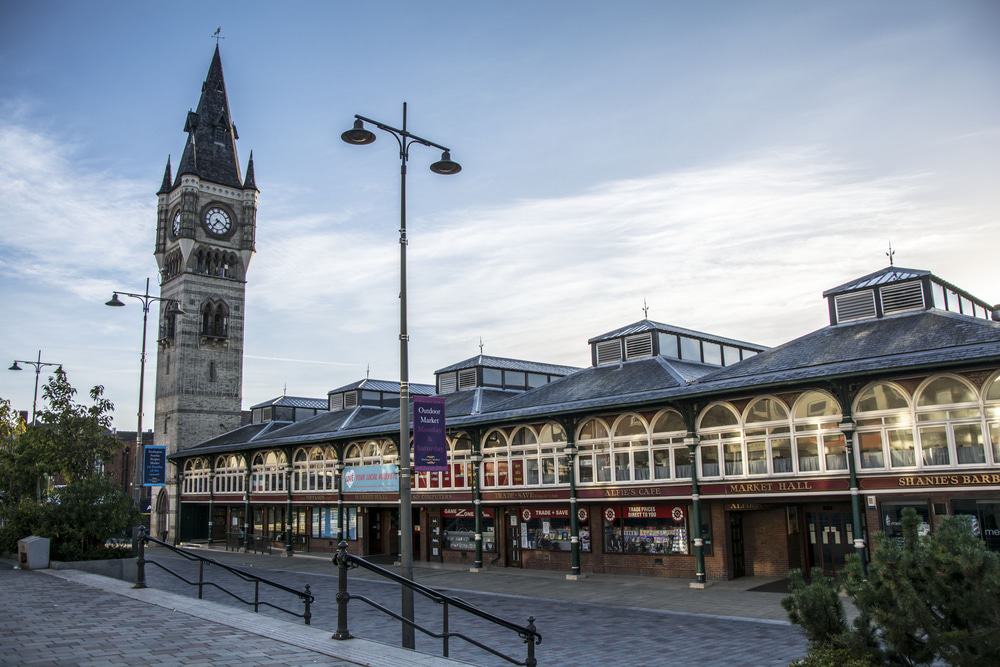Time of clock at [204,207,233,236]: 7:20
